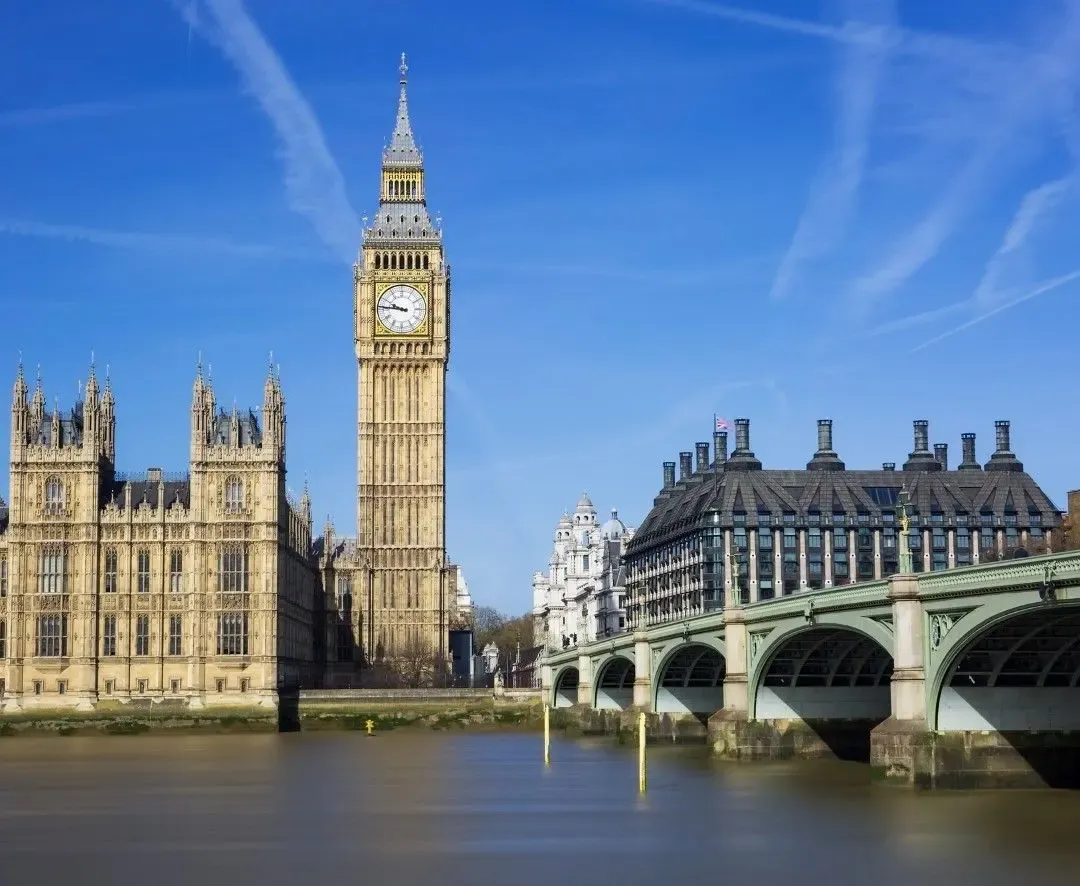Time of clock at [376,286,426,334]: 9:46
